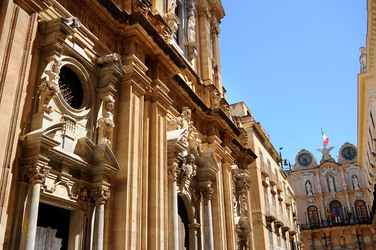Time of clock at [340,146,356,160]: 12:24
